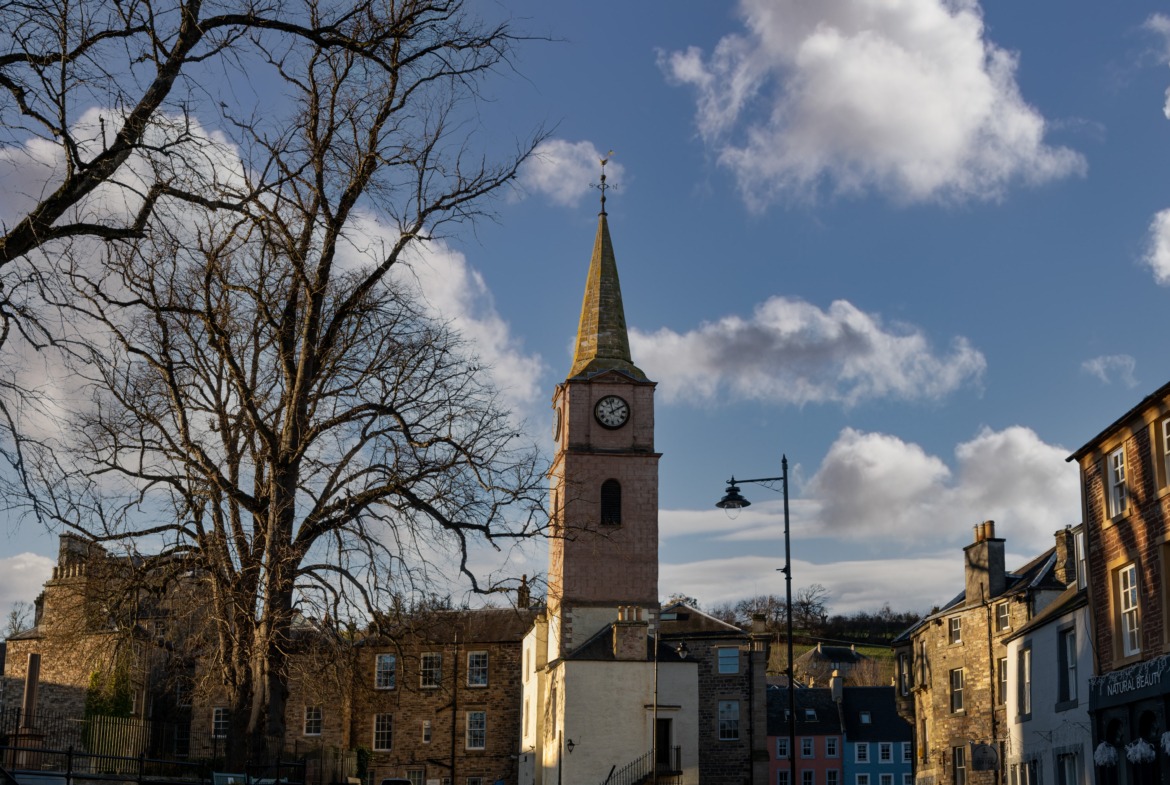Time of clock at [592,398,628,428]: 1:57
